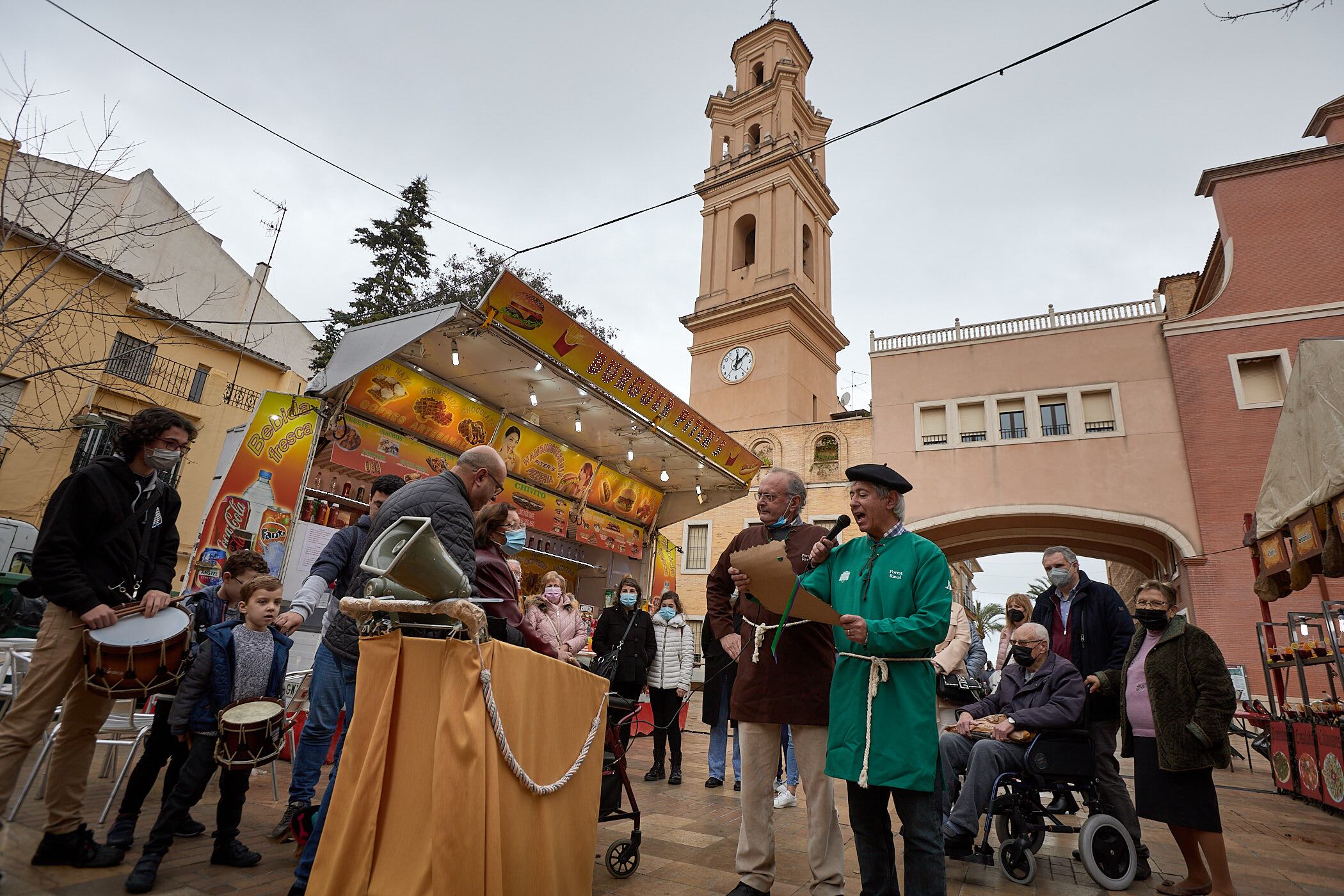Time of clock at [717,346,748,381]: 12:07
